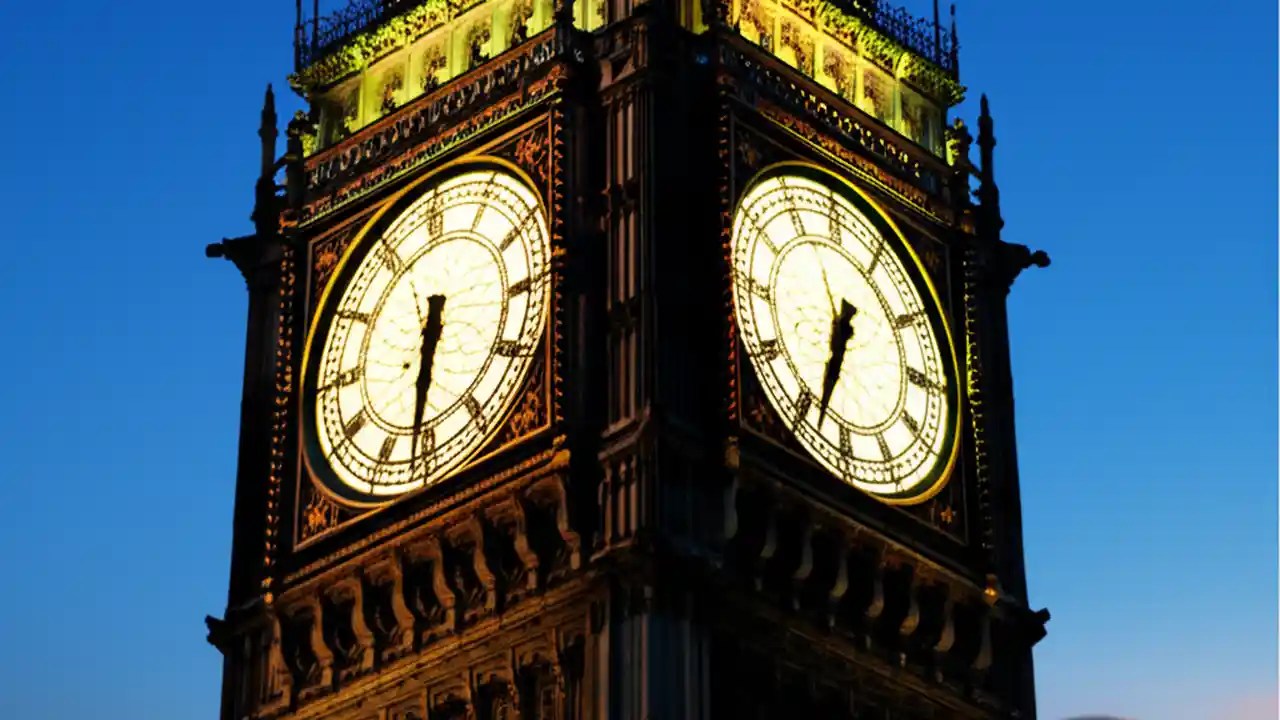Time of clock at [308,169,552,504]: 6:31
